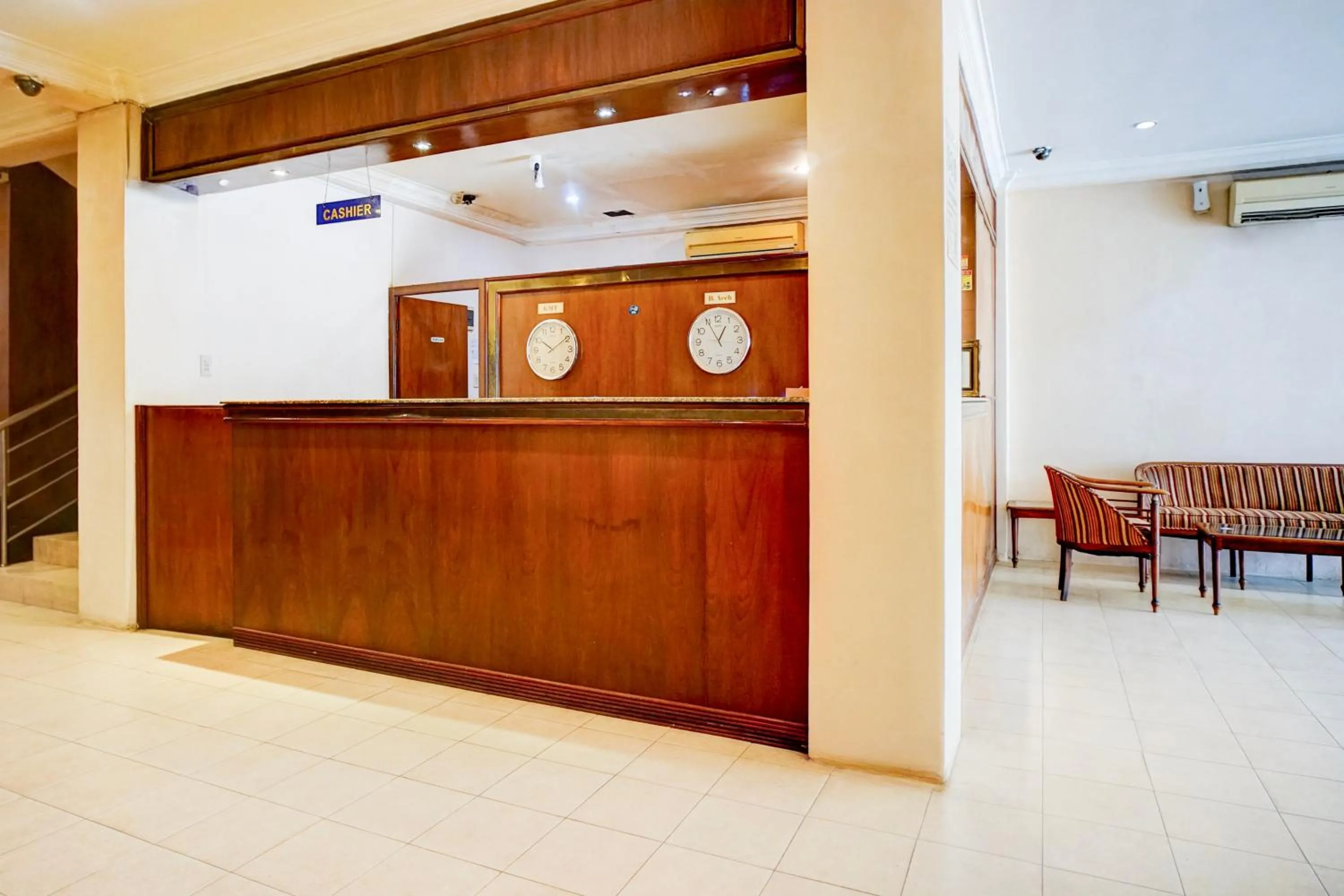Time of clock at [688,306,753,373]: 12:55
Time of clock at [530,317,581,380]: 10:09
